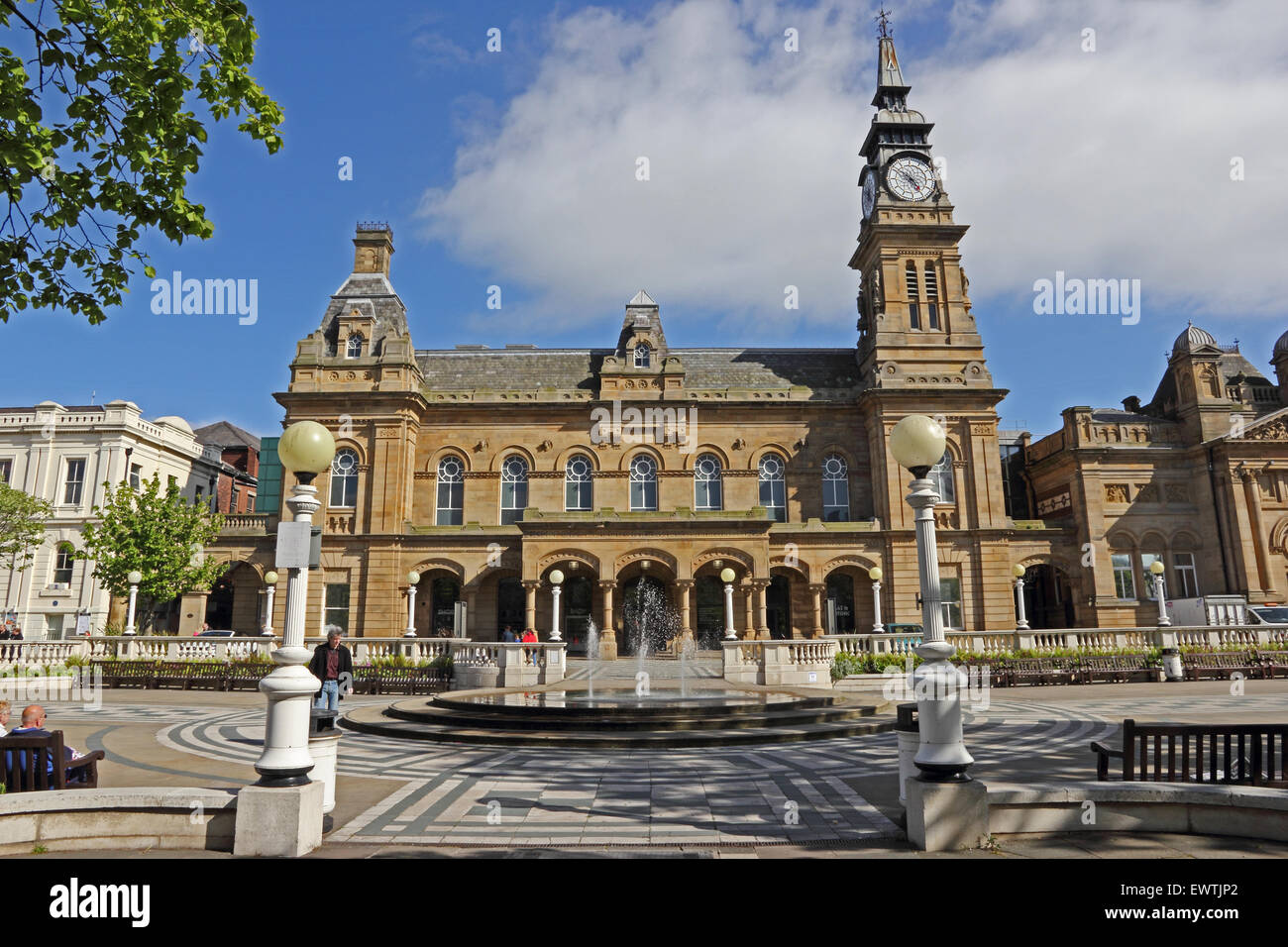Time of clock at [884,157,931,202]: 4:50
